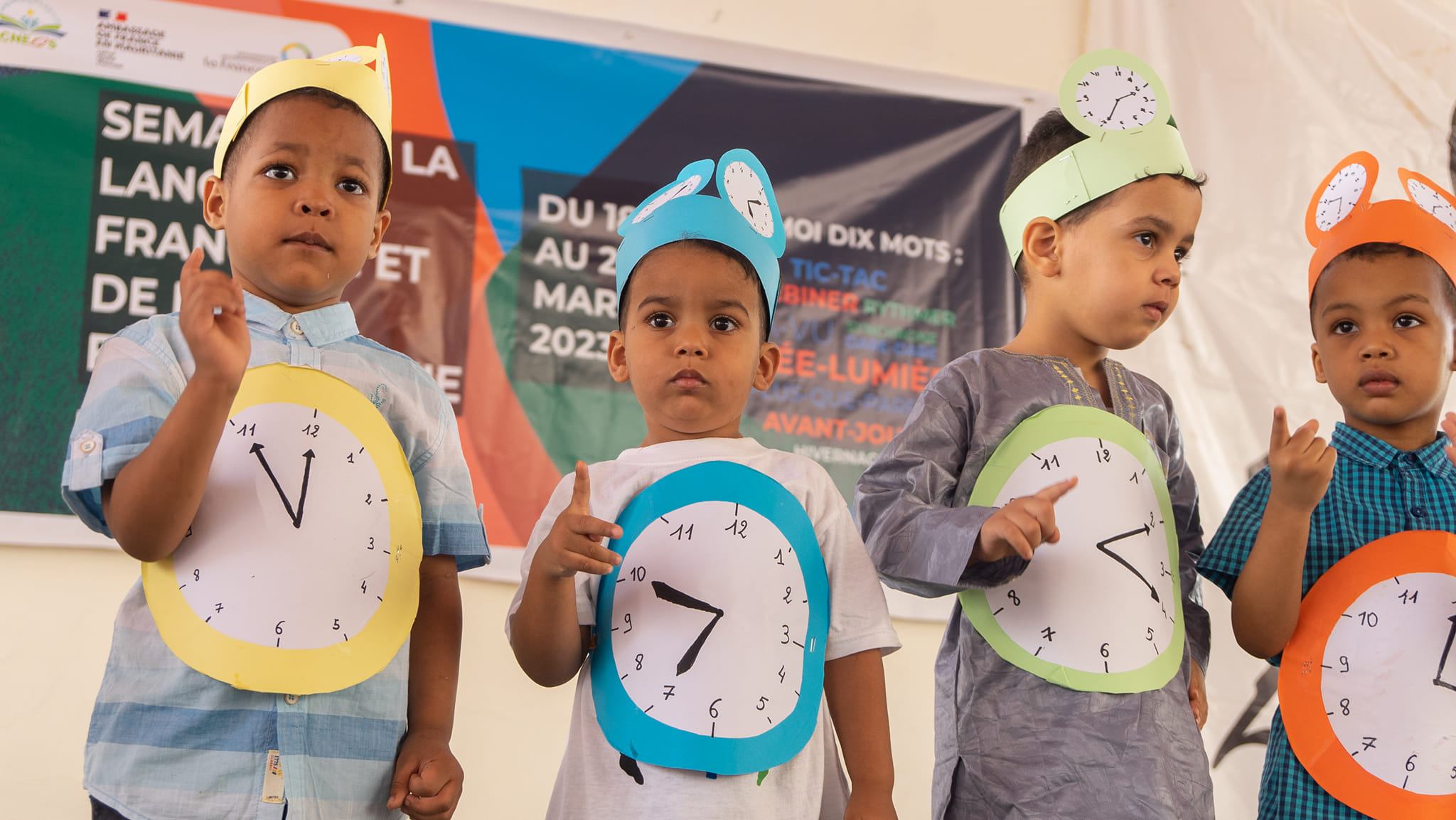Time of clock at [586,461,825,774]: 6:48
